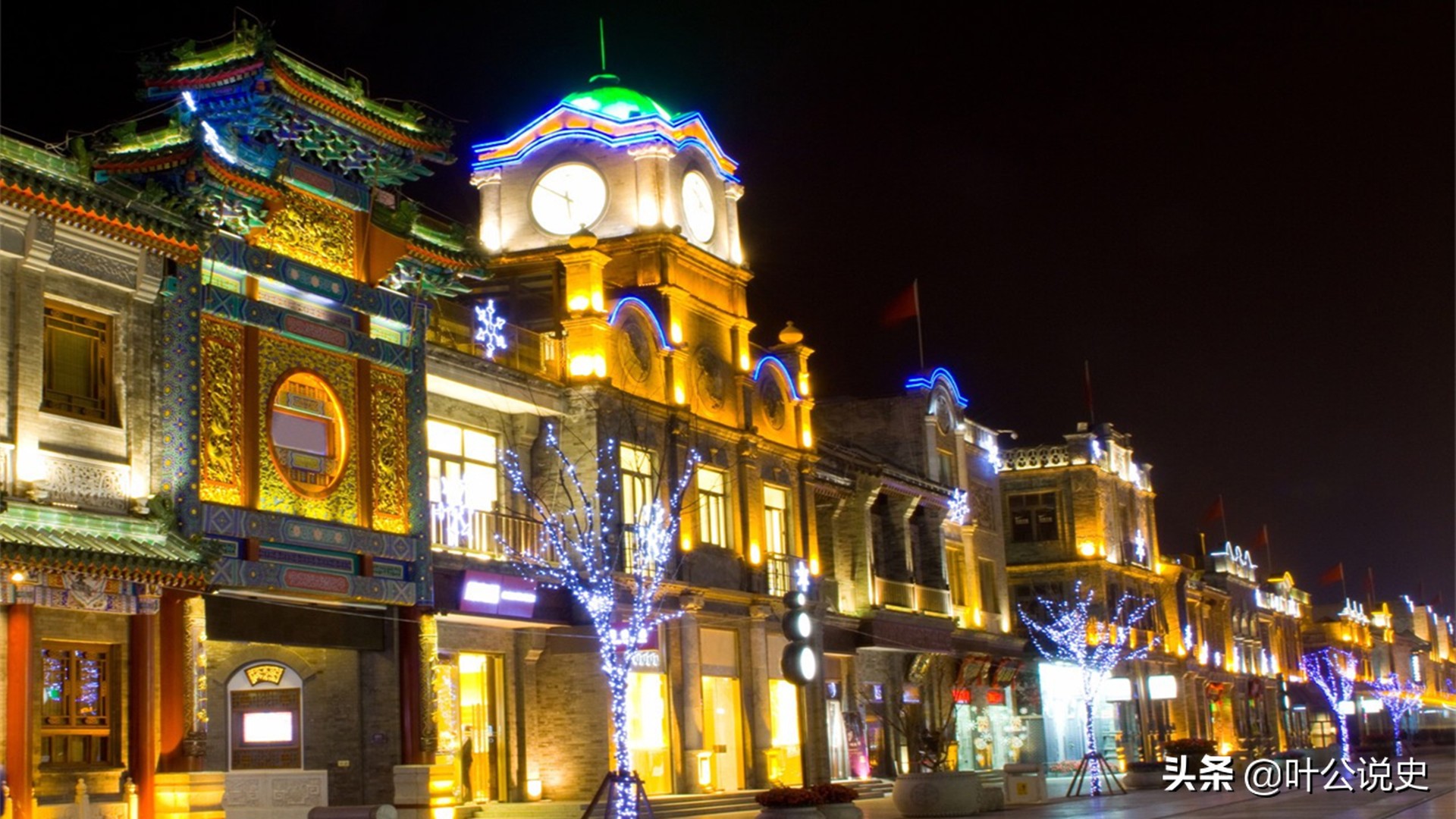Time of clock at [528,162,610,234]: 5:50
